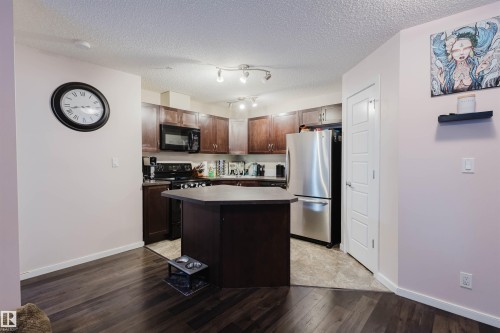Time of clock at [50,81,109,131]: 2:42
